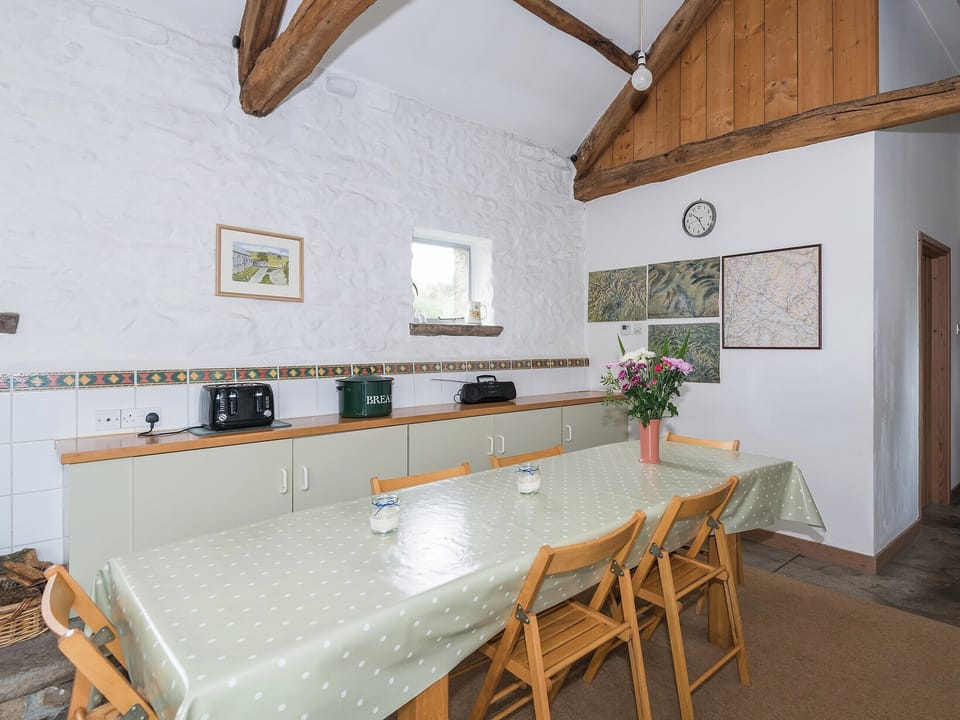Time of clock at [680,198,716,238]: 10:25
